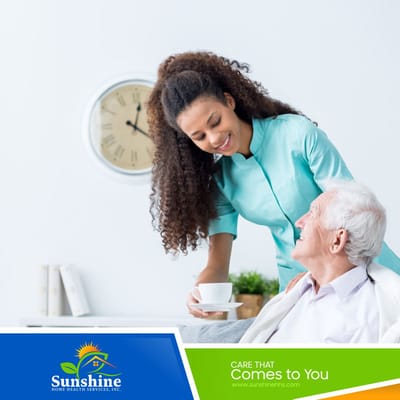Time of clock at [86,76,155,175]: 12:19
